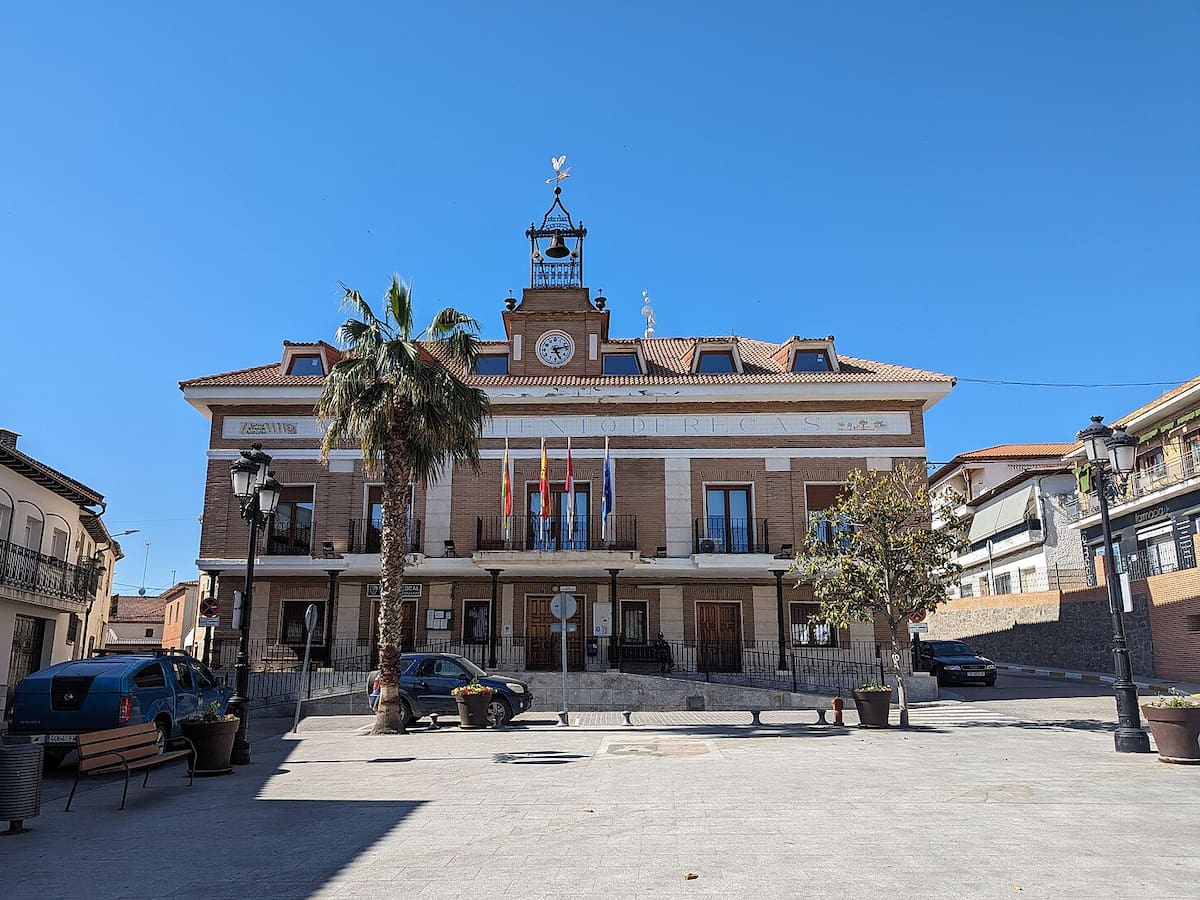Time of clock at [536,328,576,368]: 5:13
